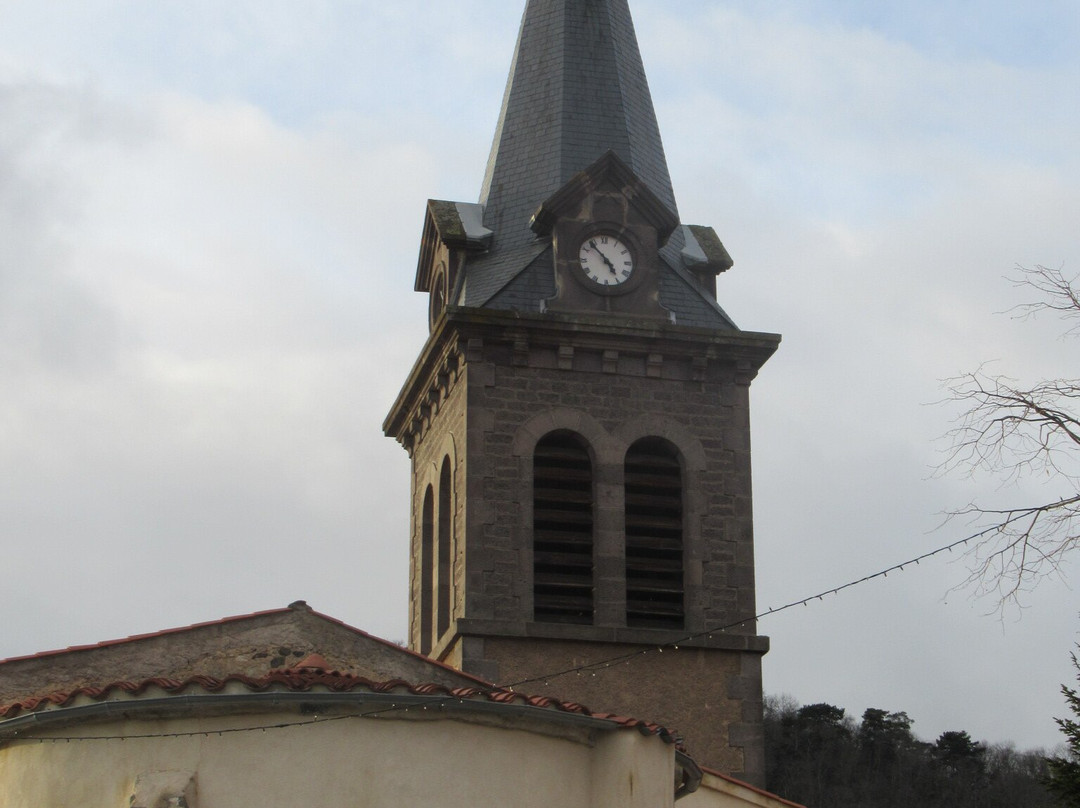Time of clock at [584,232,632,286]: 4:53
